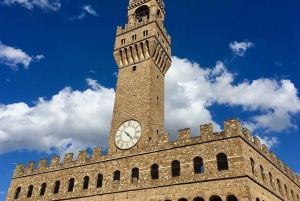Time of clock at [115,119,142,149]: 4:22
